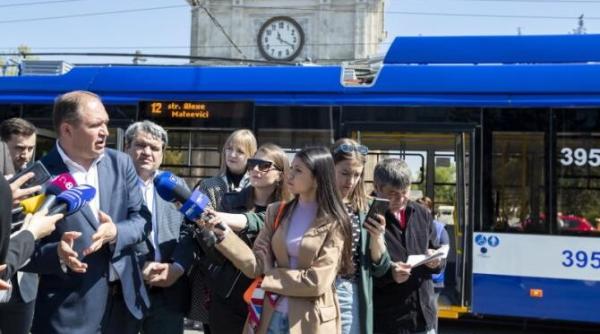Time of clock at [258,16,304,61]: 11:19
